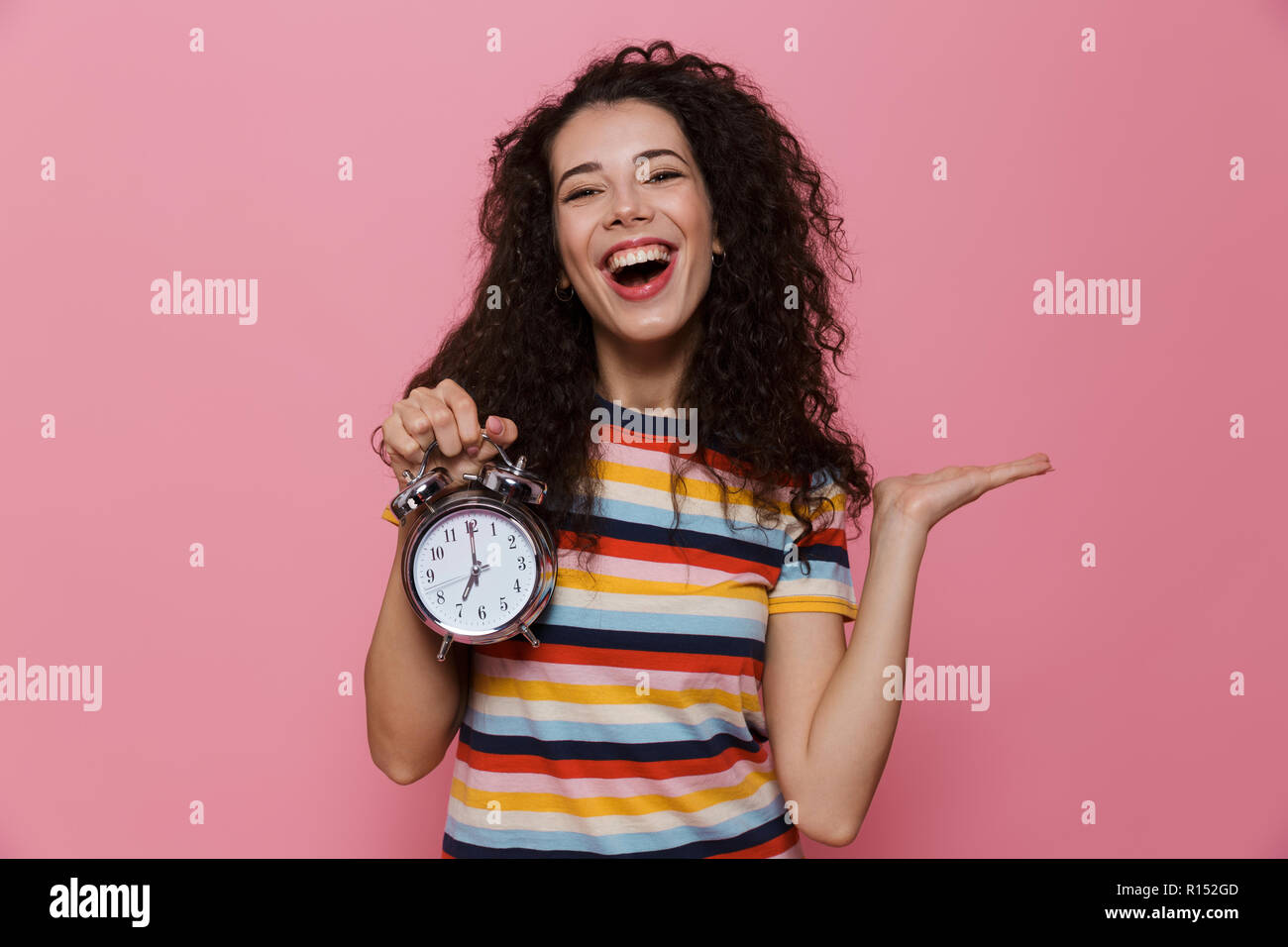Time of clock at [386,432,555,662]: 7:00
